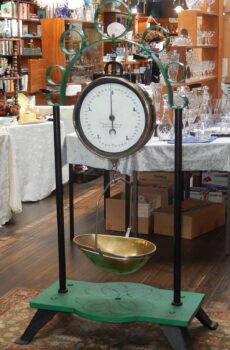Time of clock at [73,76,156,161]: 6:00
